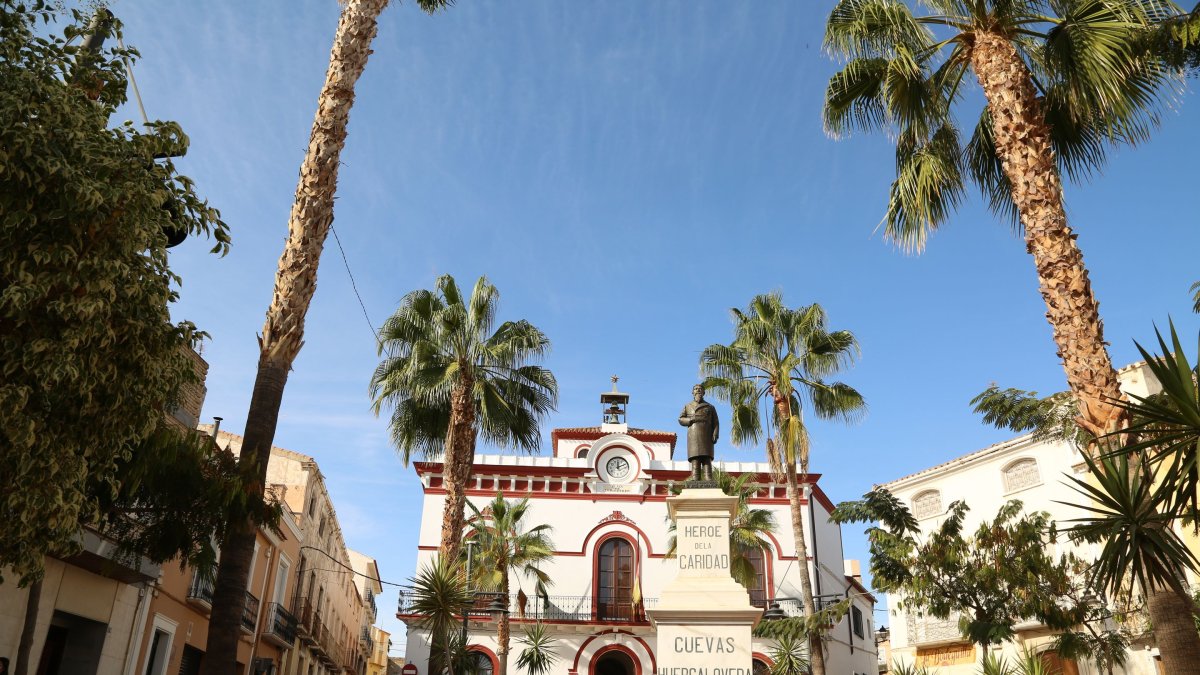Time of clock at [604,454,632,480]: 12:11
